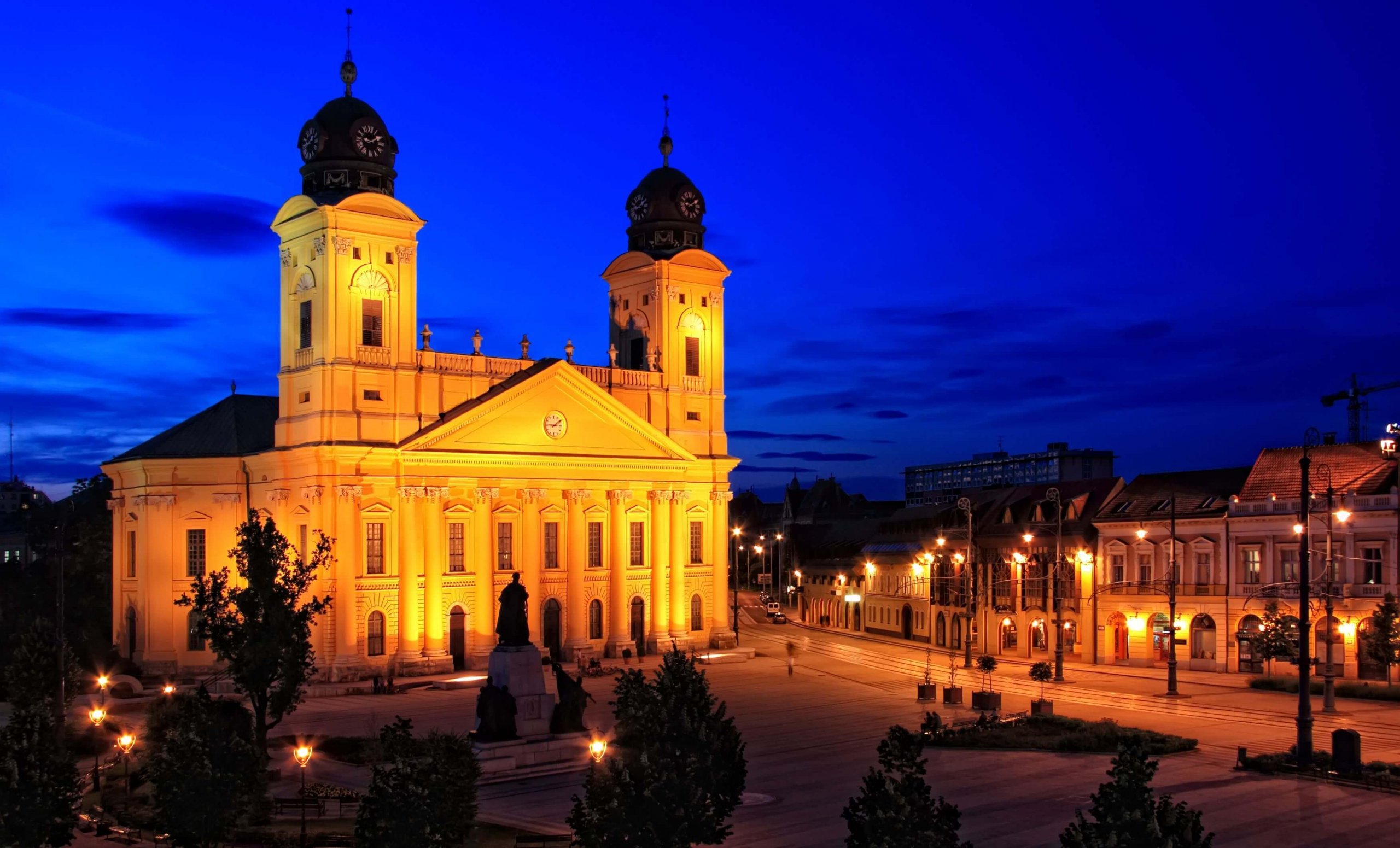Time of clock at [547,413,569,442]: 9:09
